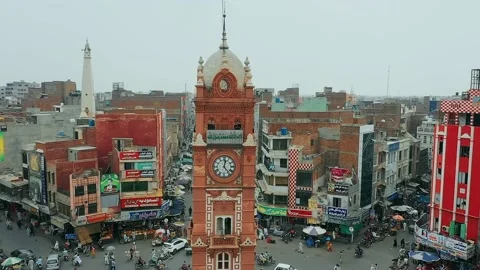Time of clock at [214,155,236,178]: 12:23
